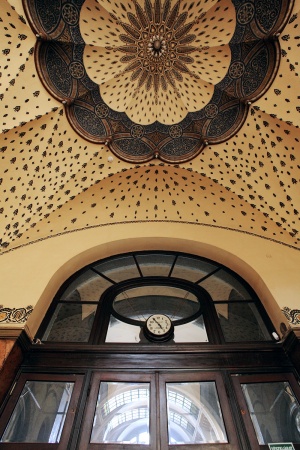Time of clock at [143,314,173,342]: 4:54
